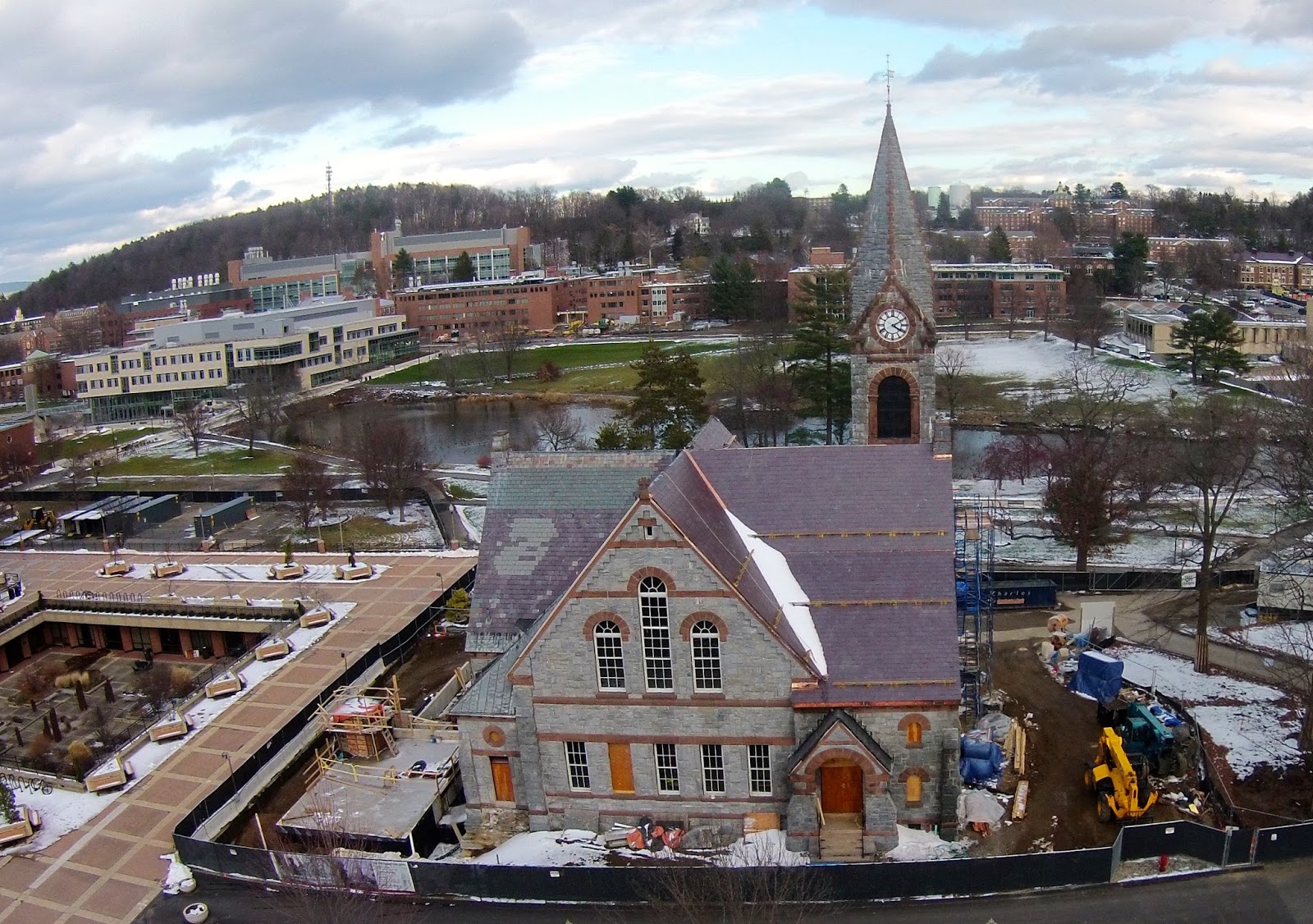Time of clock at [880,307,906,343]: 4:10
